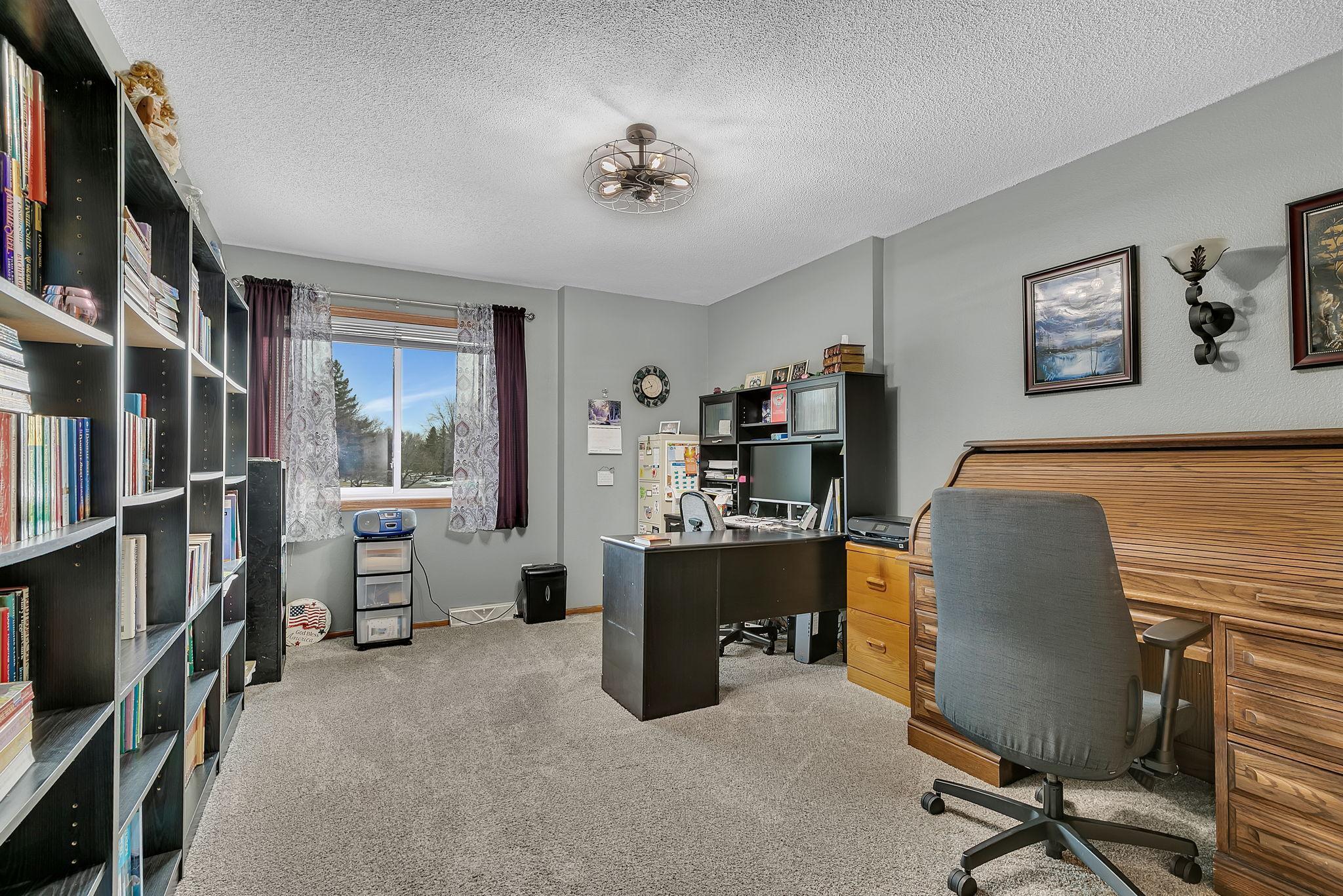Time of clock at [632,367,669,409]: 10:41
